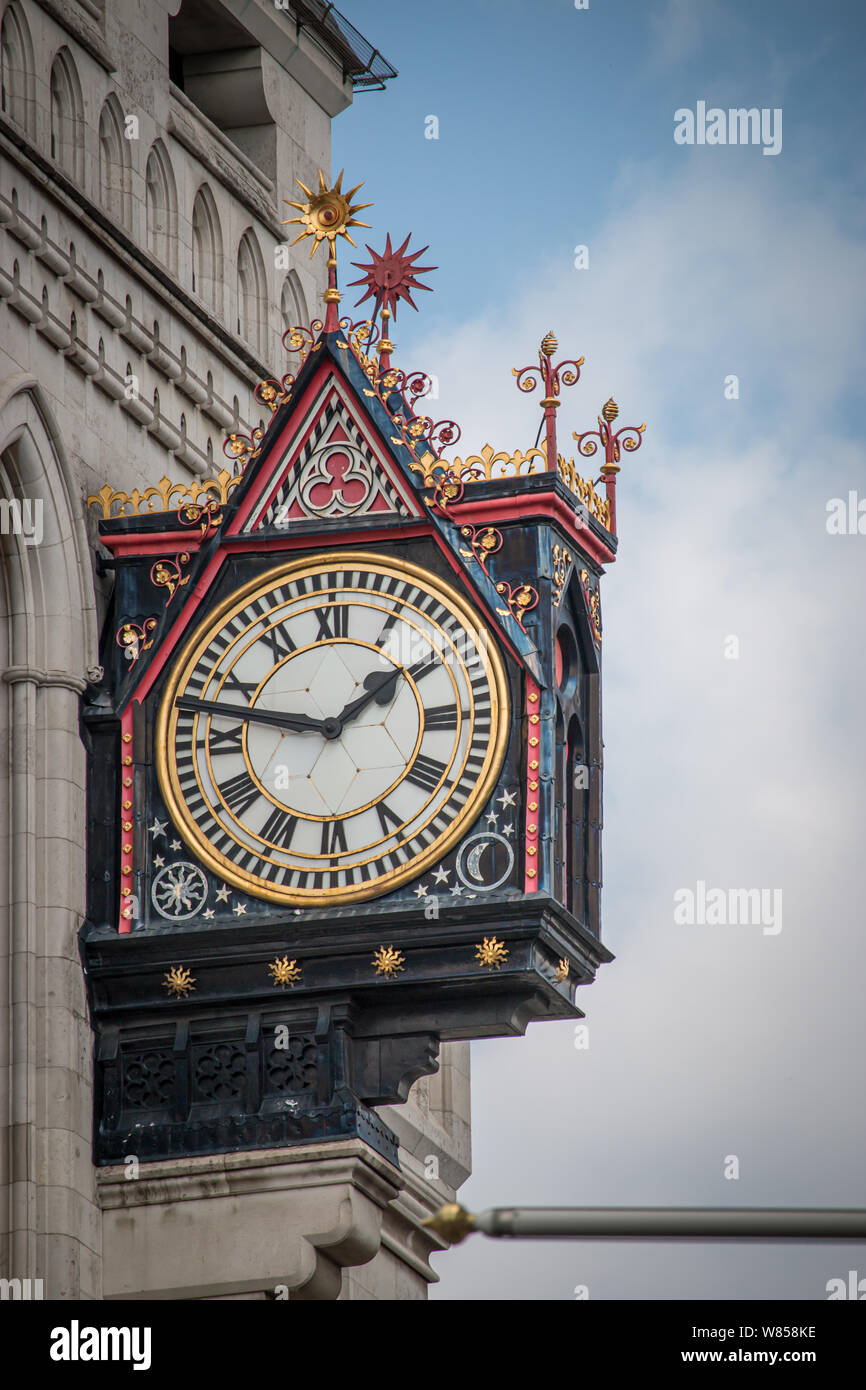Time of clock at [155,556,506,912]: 1:47
